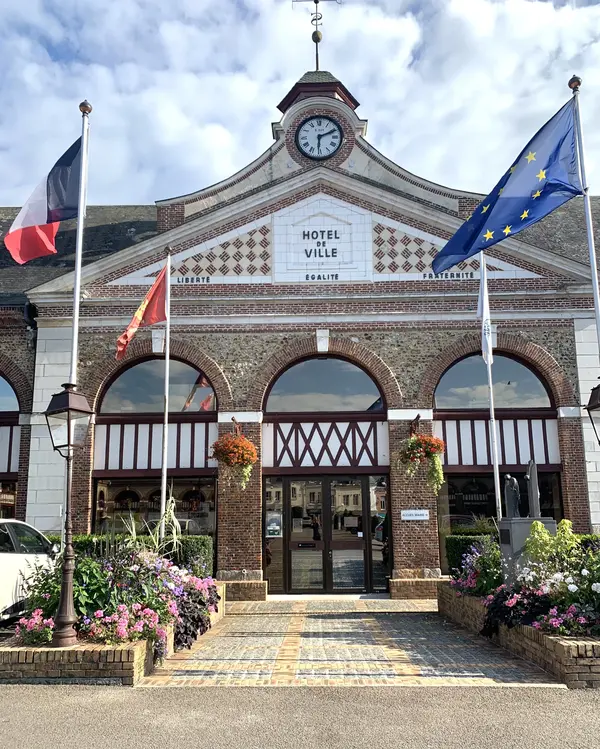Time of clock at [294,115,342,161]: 6:10
